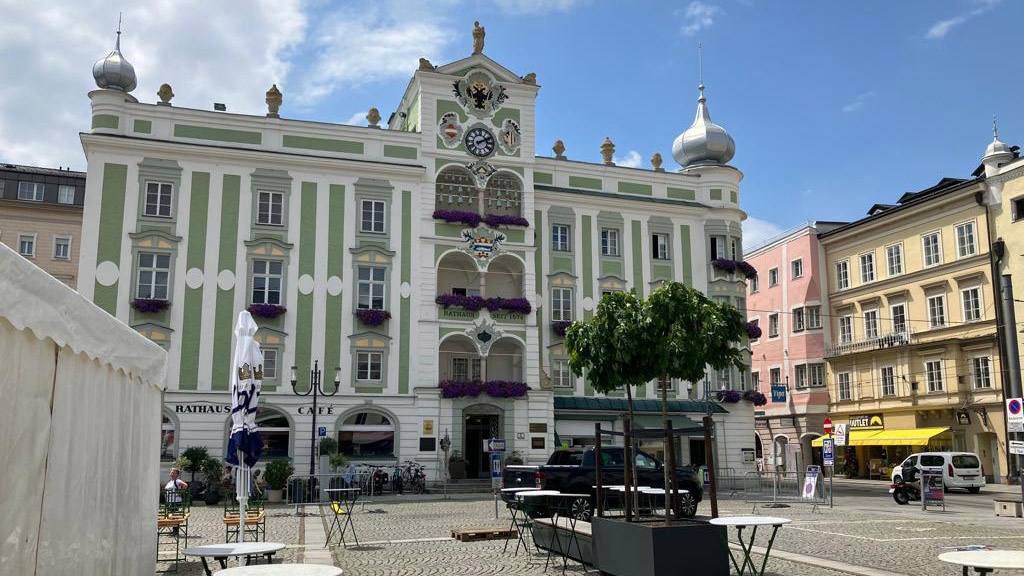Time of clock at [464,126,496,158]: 2:11
